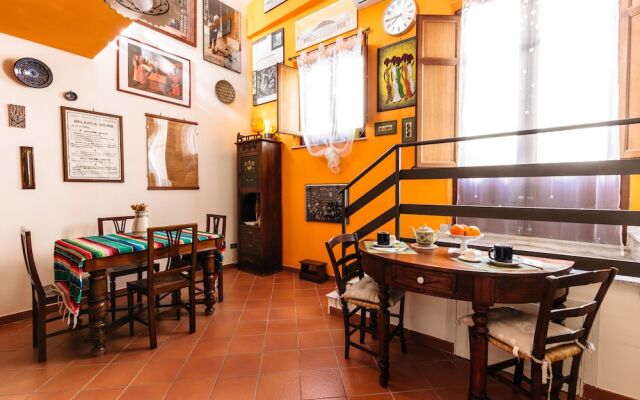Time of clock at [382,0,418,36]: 7:44
